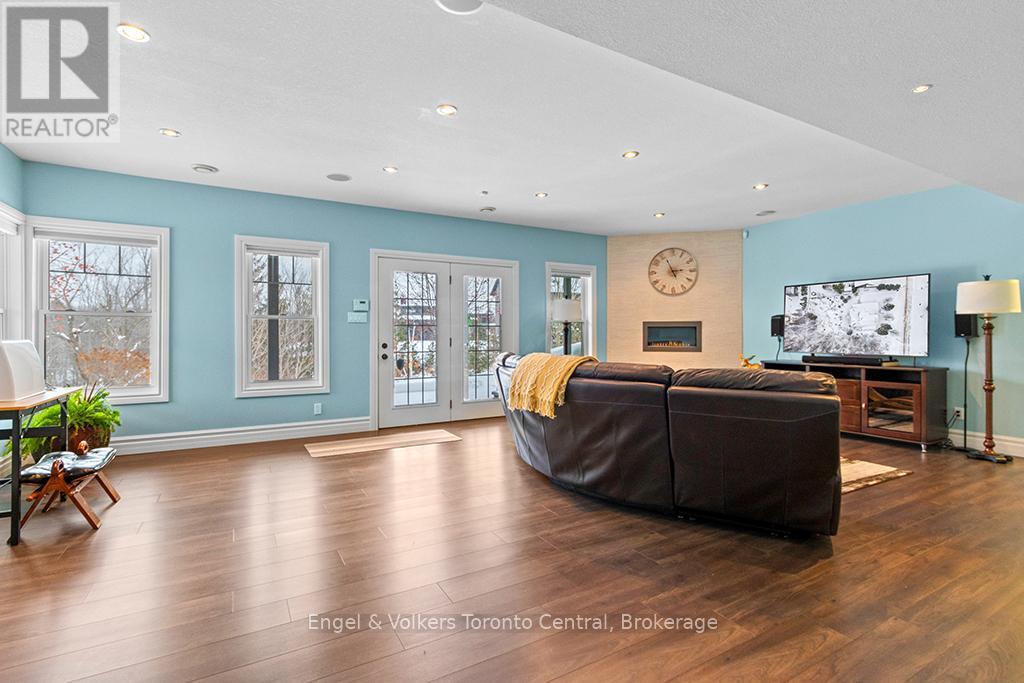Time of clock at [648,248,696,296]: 2:56
